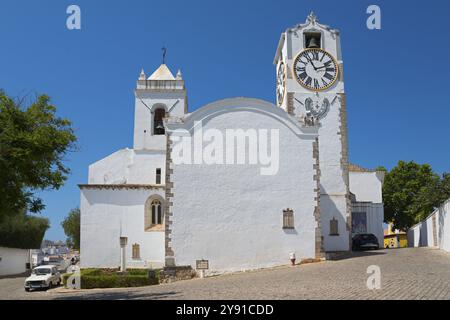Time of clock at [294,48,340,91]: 11:11
